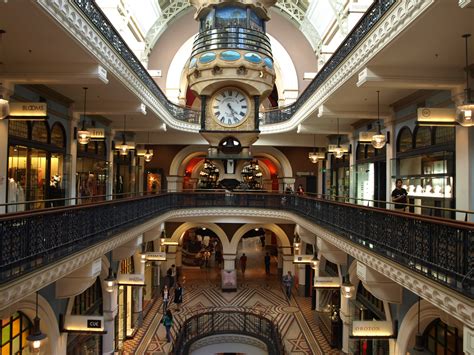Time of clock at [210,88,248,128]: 4:26
